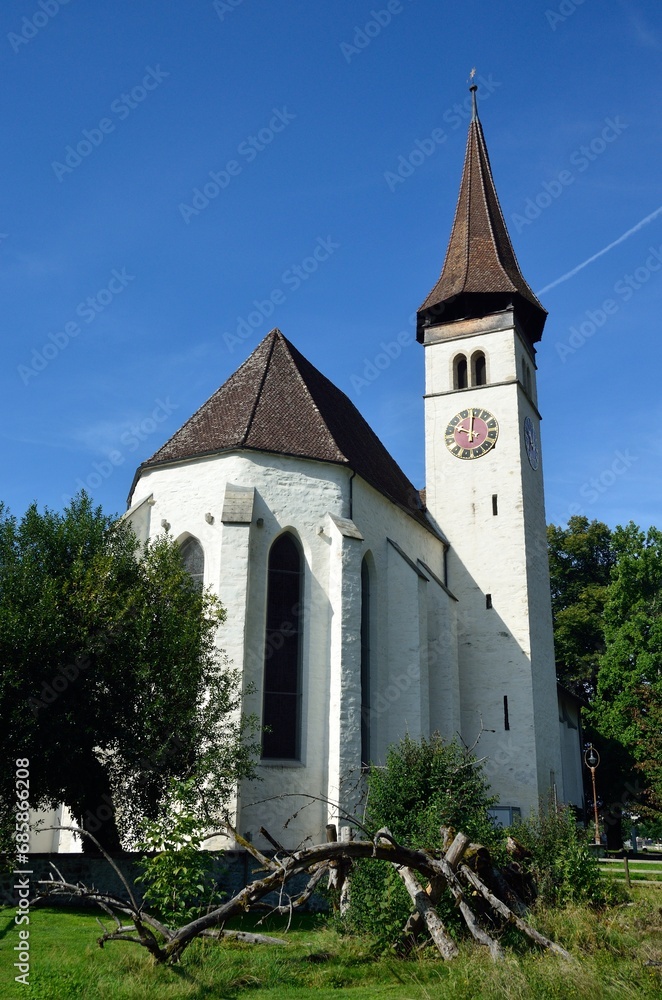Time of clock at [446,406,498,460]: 9:59
